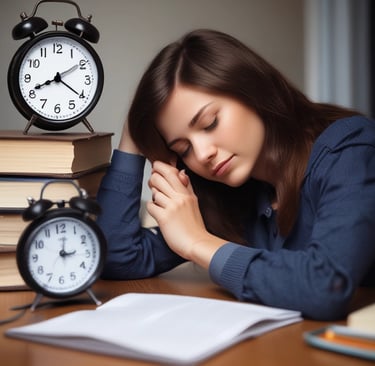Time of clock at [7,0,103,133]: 8:09
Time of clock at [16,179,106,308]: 3:01
